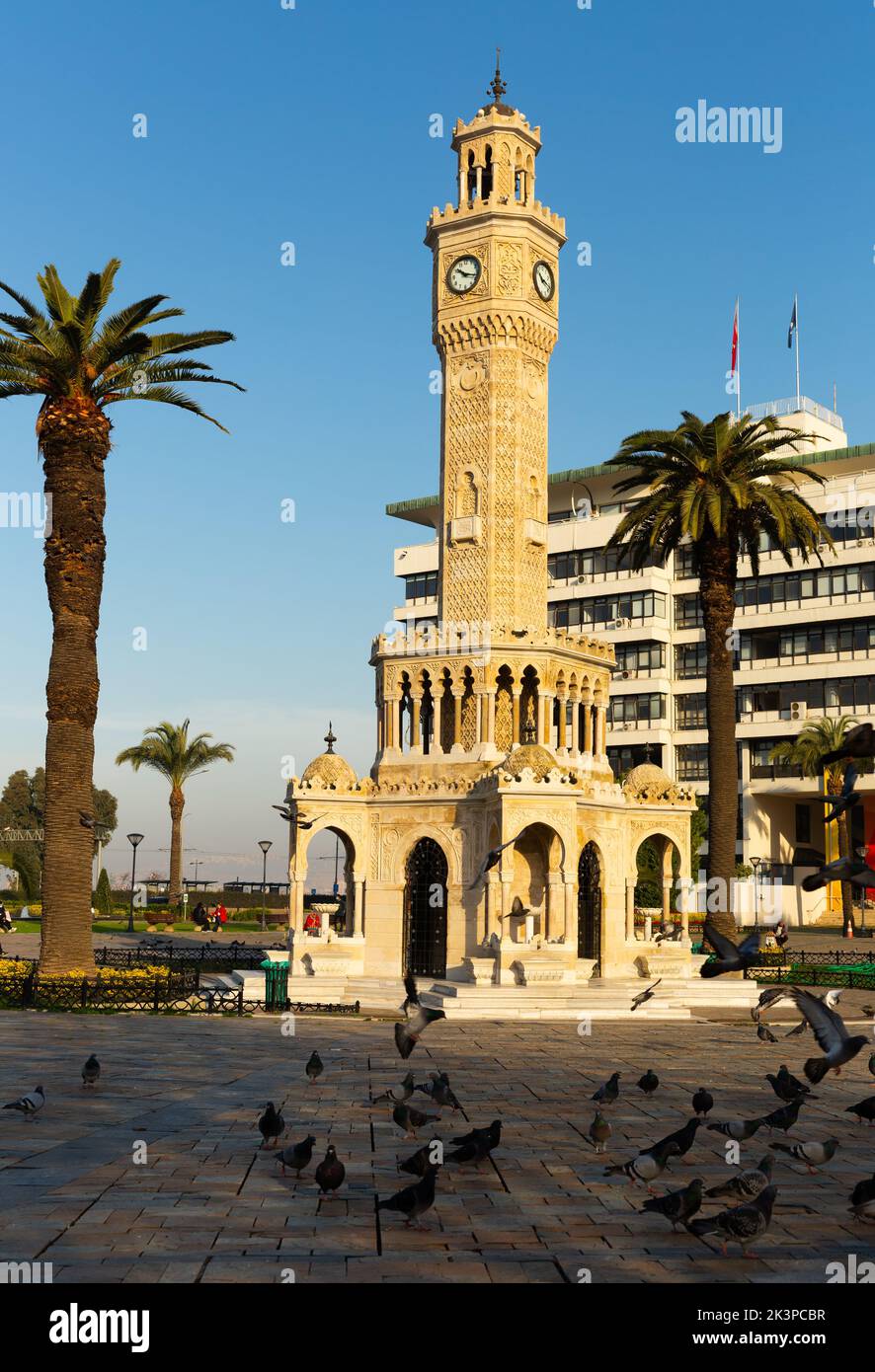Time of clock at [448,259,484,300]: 10:17
